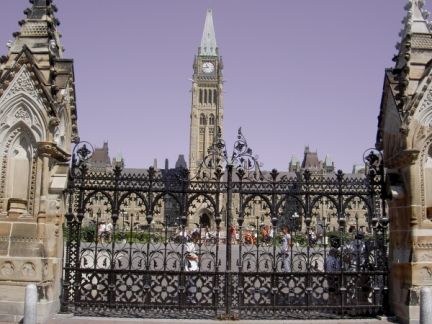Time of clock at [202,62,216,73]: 10:43
